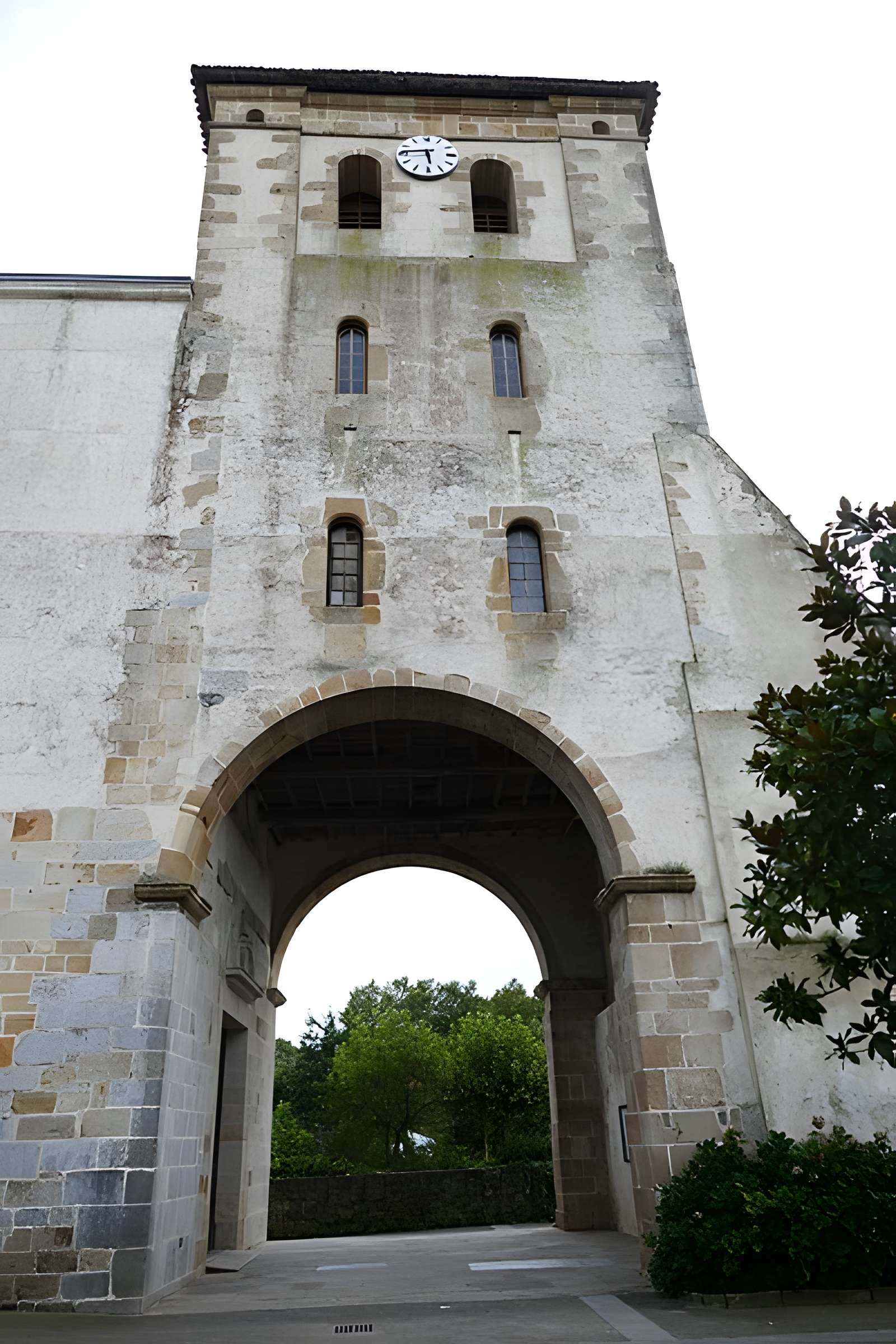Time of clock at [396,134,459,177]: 5:45
